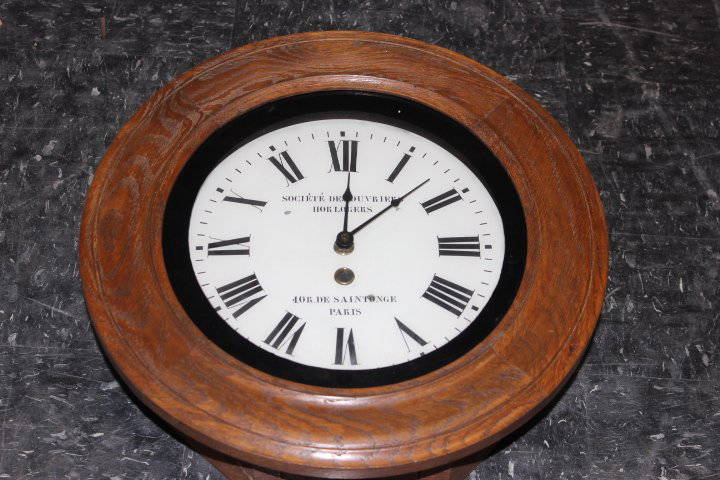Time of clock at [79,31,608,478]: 12:07
